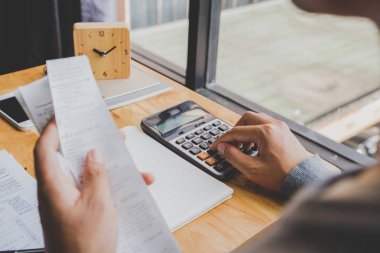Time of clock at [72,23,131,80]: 9:10
